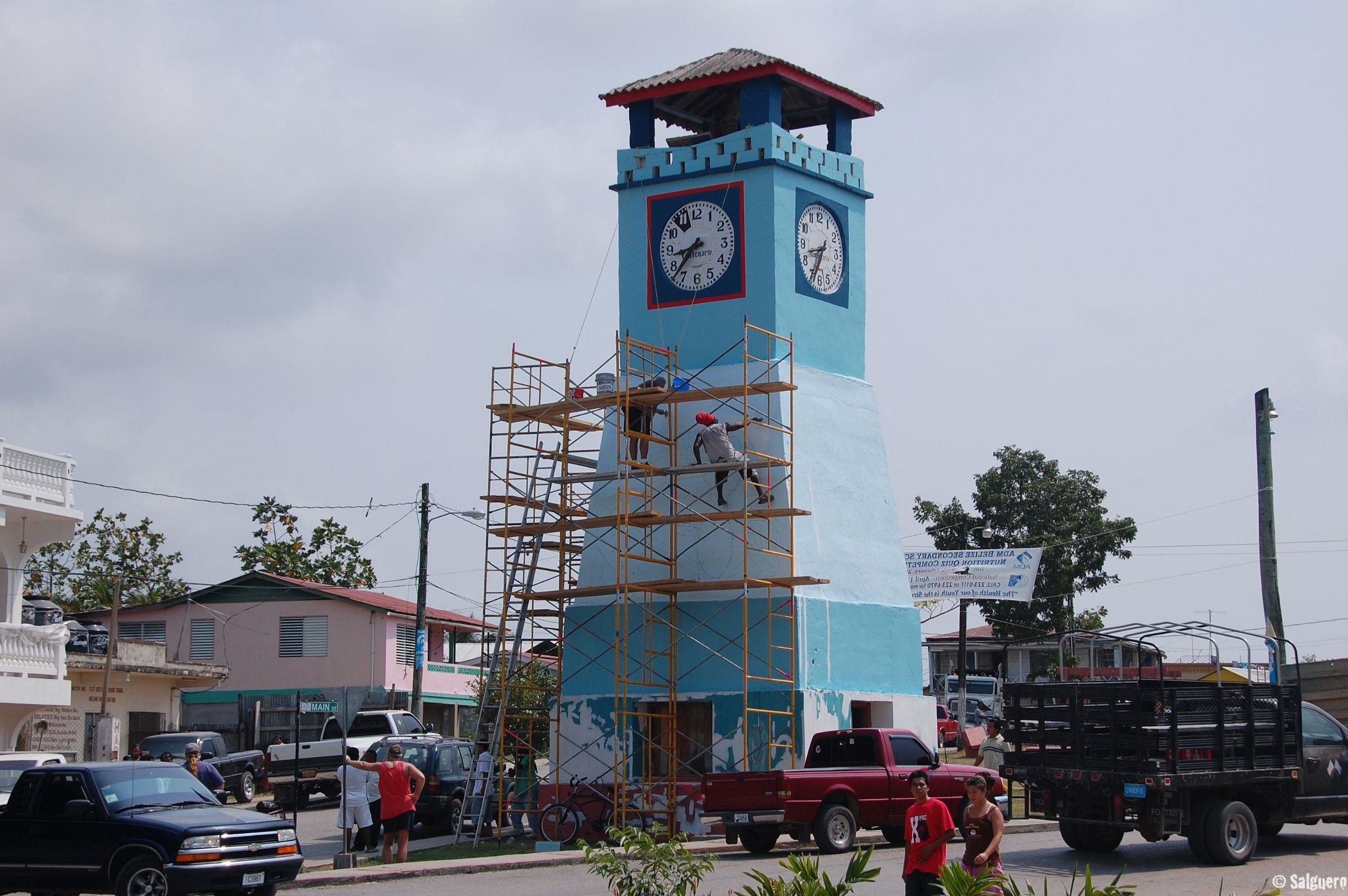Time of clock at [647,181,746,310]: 8:37
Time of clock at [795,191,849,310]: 8:34
